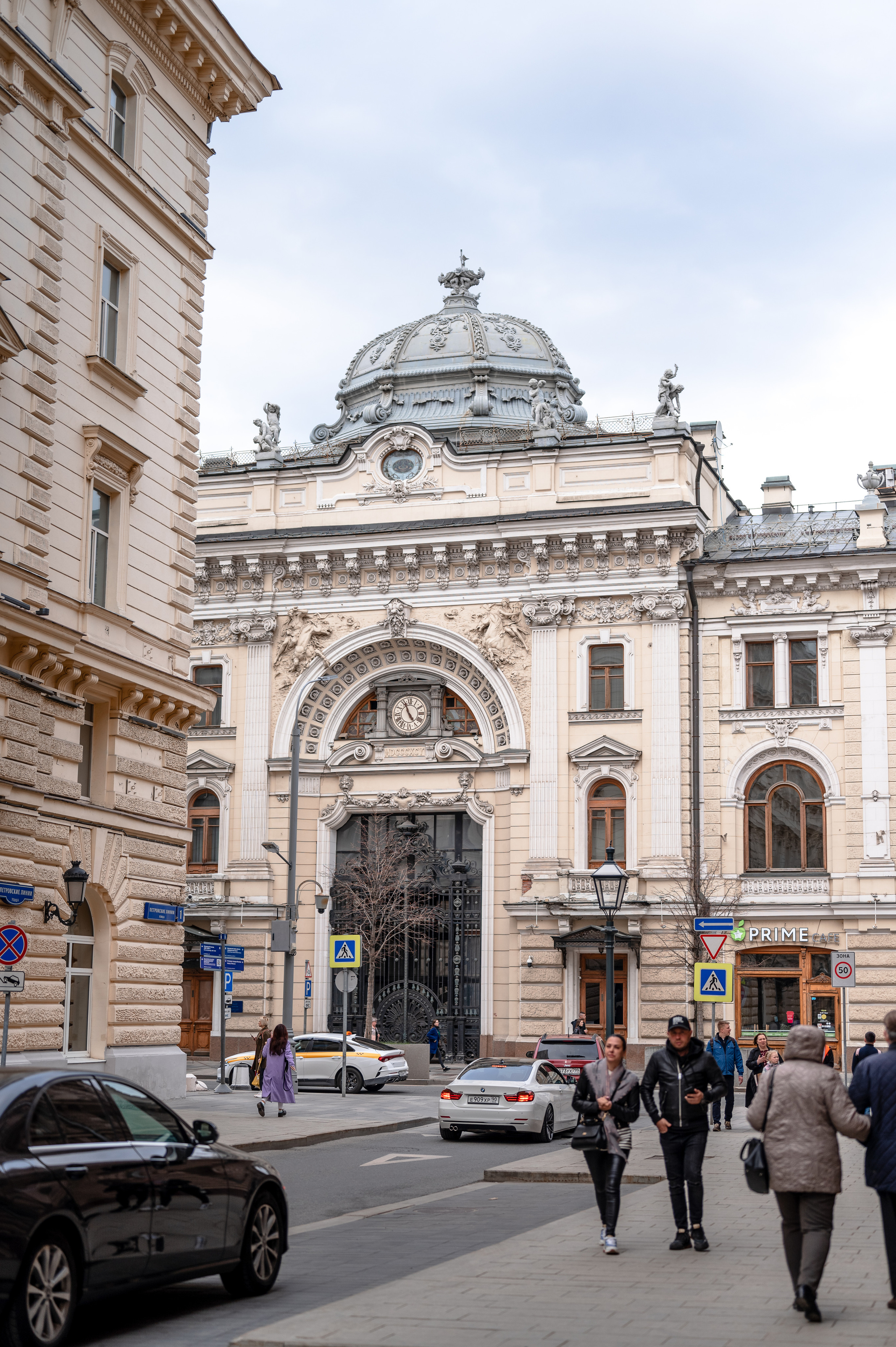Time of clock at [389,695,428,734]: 4:56
